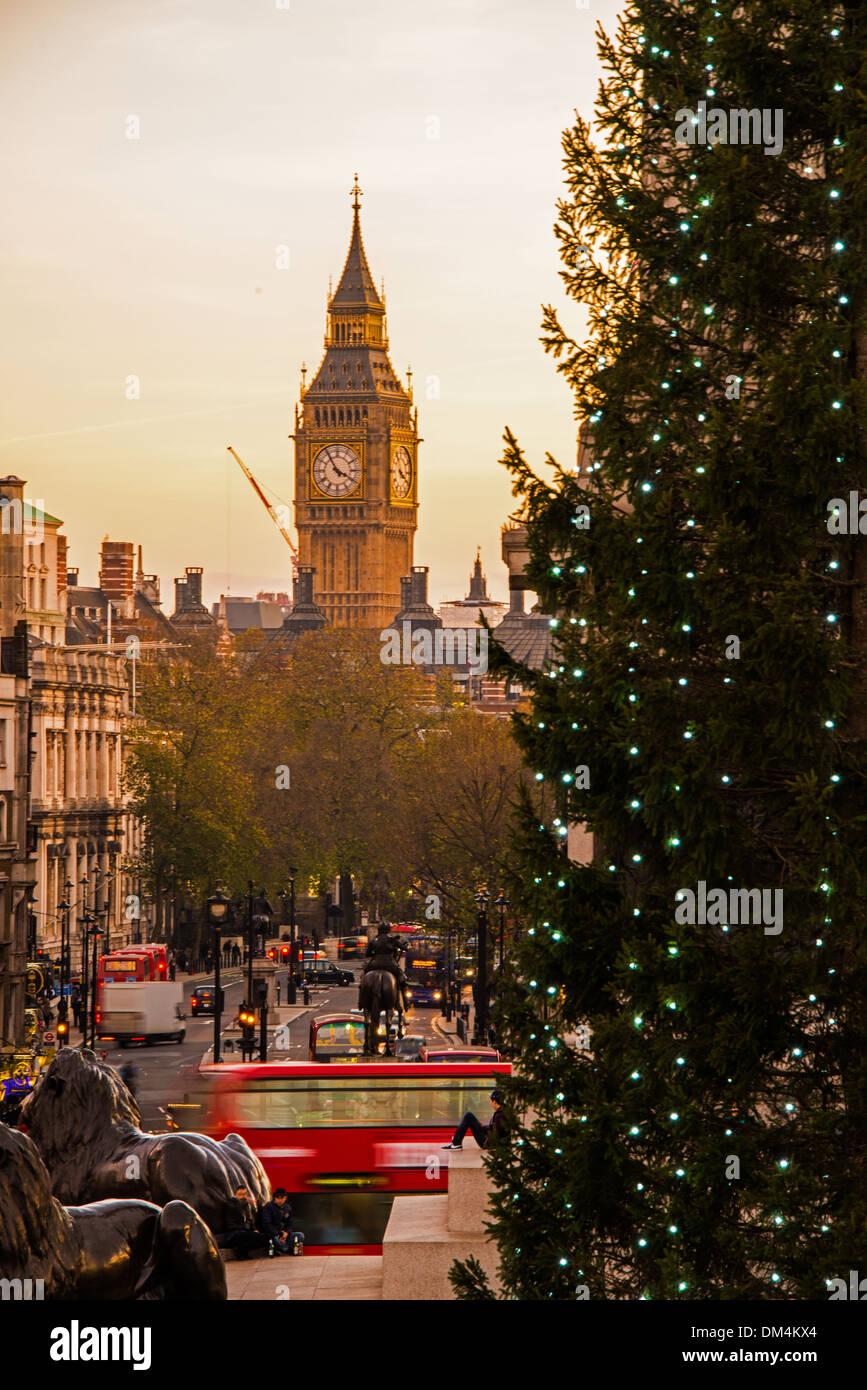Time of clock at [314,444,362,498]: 3:54
